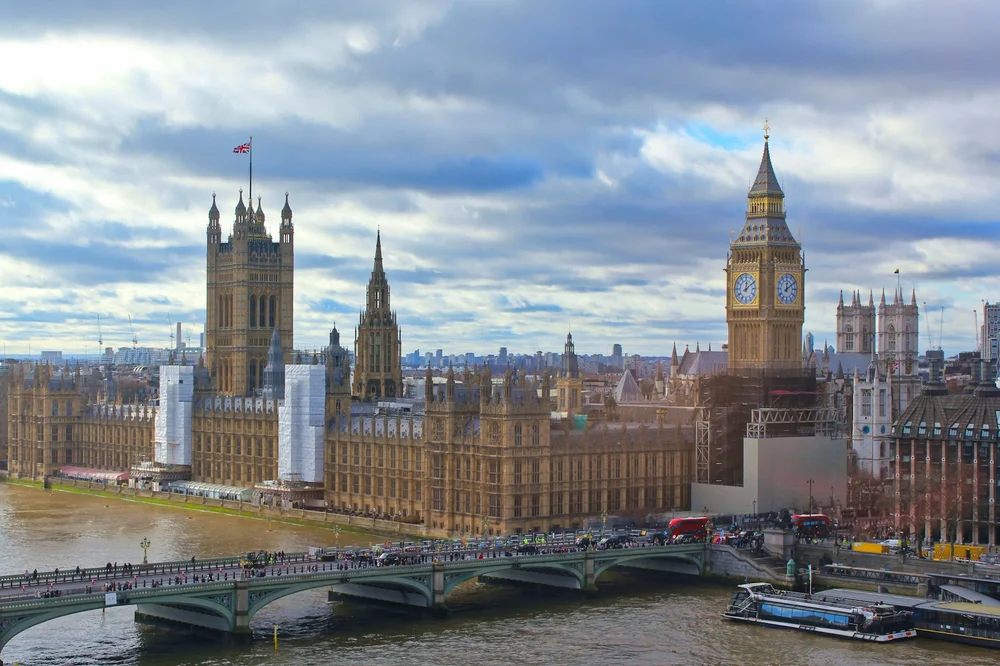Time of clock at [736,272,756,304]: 12:09
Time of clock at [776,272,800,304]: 12:09
